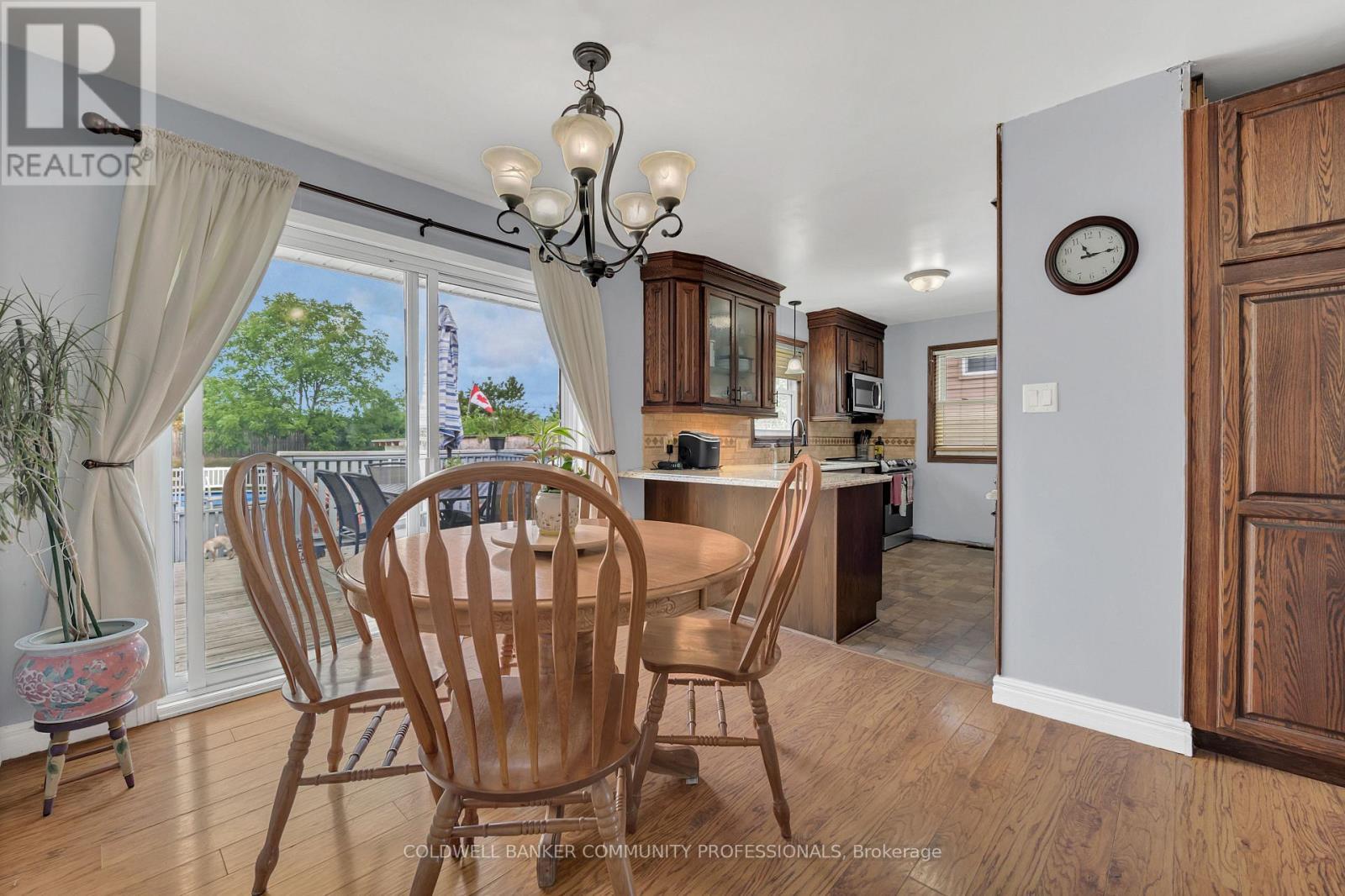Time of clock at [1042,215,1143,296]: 11:14
